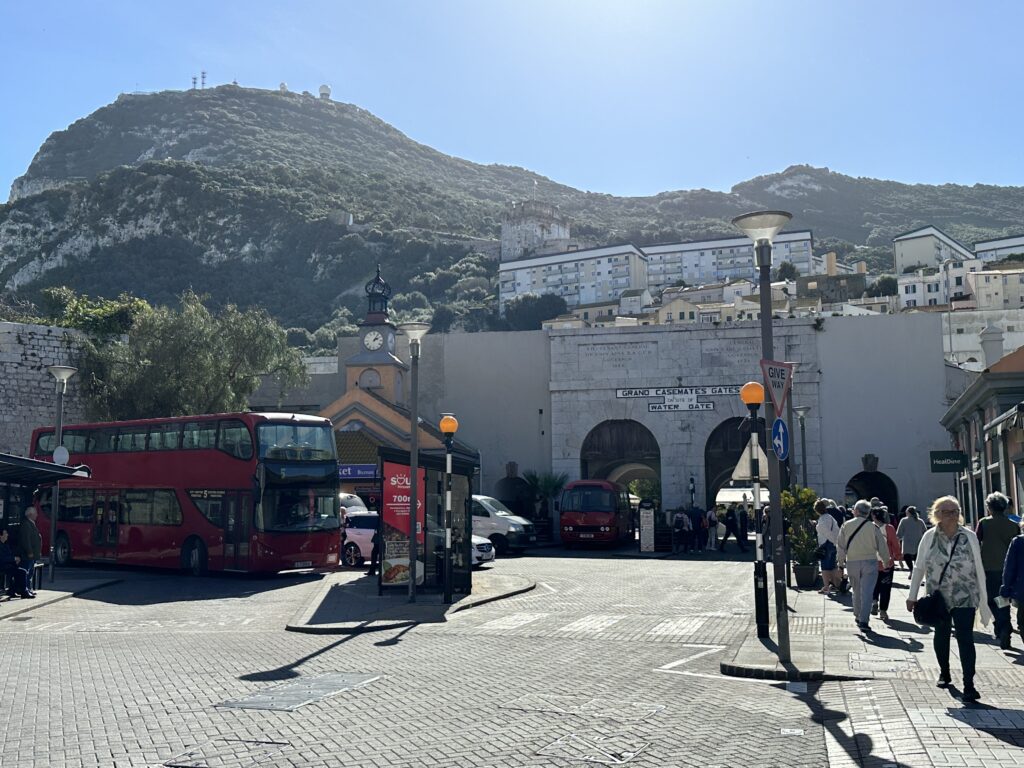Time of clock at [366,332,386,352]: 2:06
